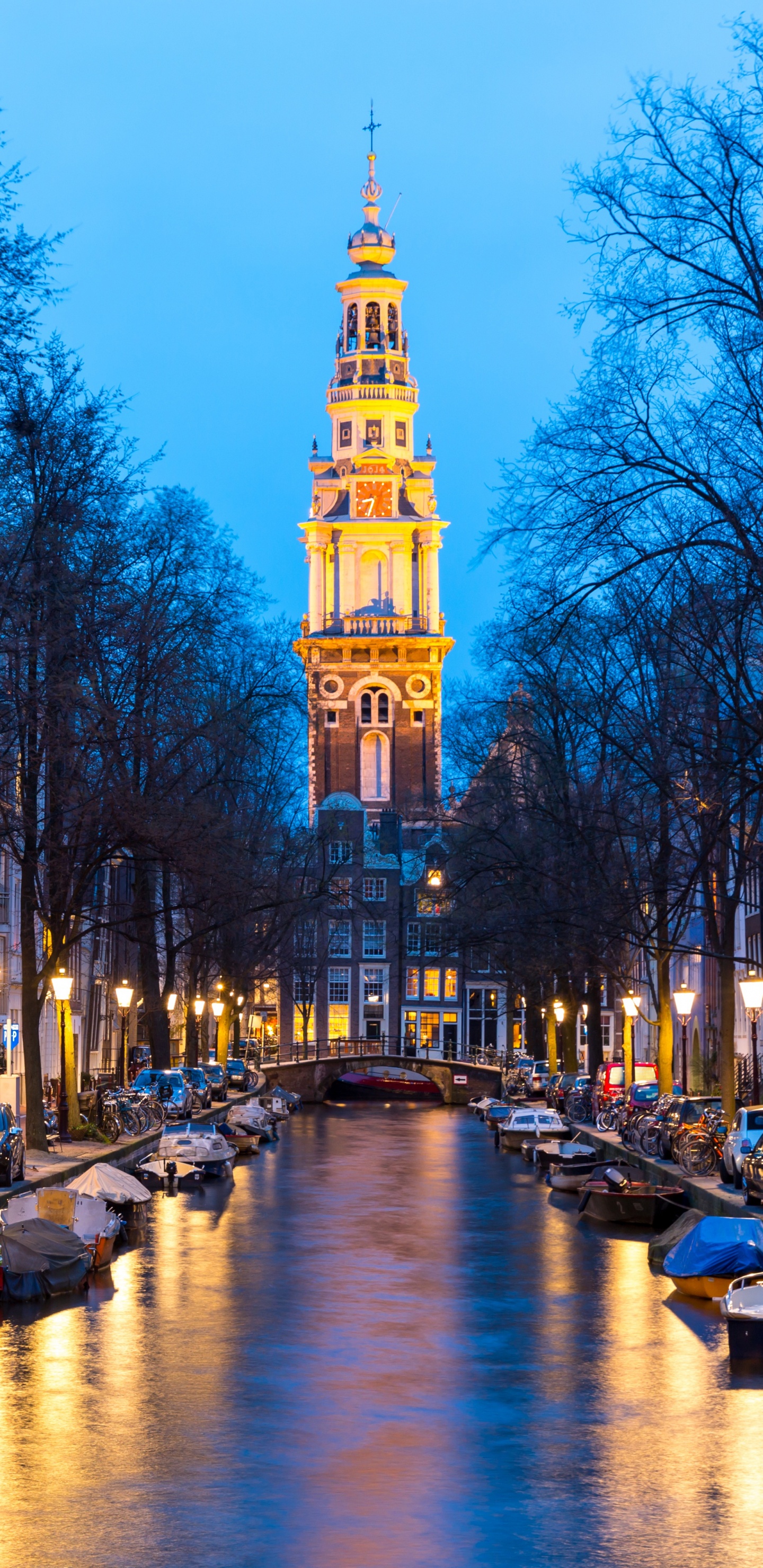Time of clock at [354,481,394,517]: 8:33
